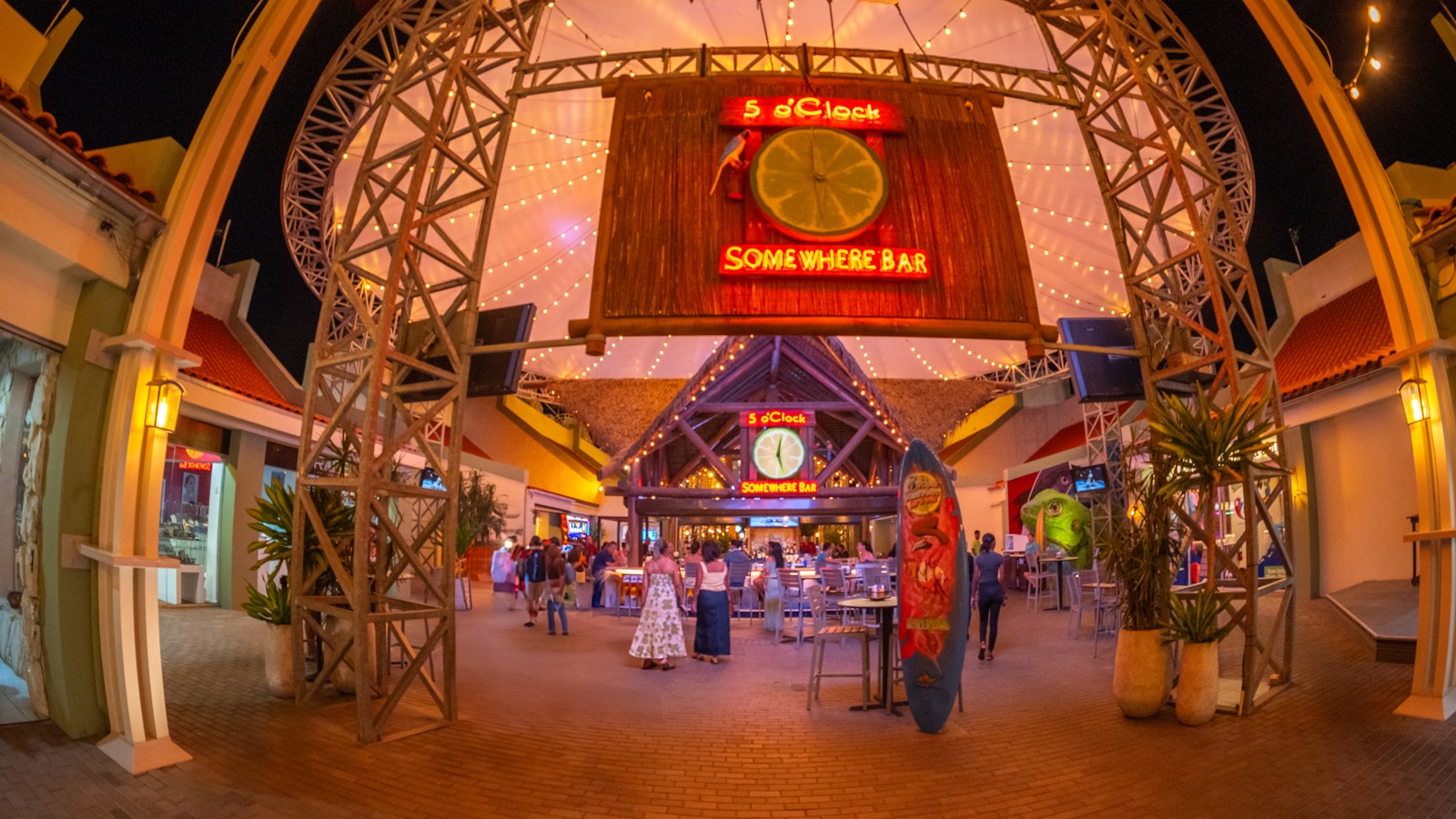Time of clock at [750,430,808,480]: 12:27
